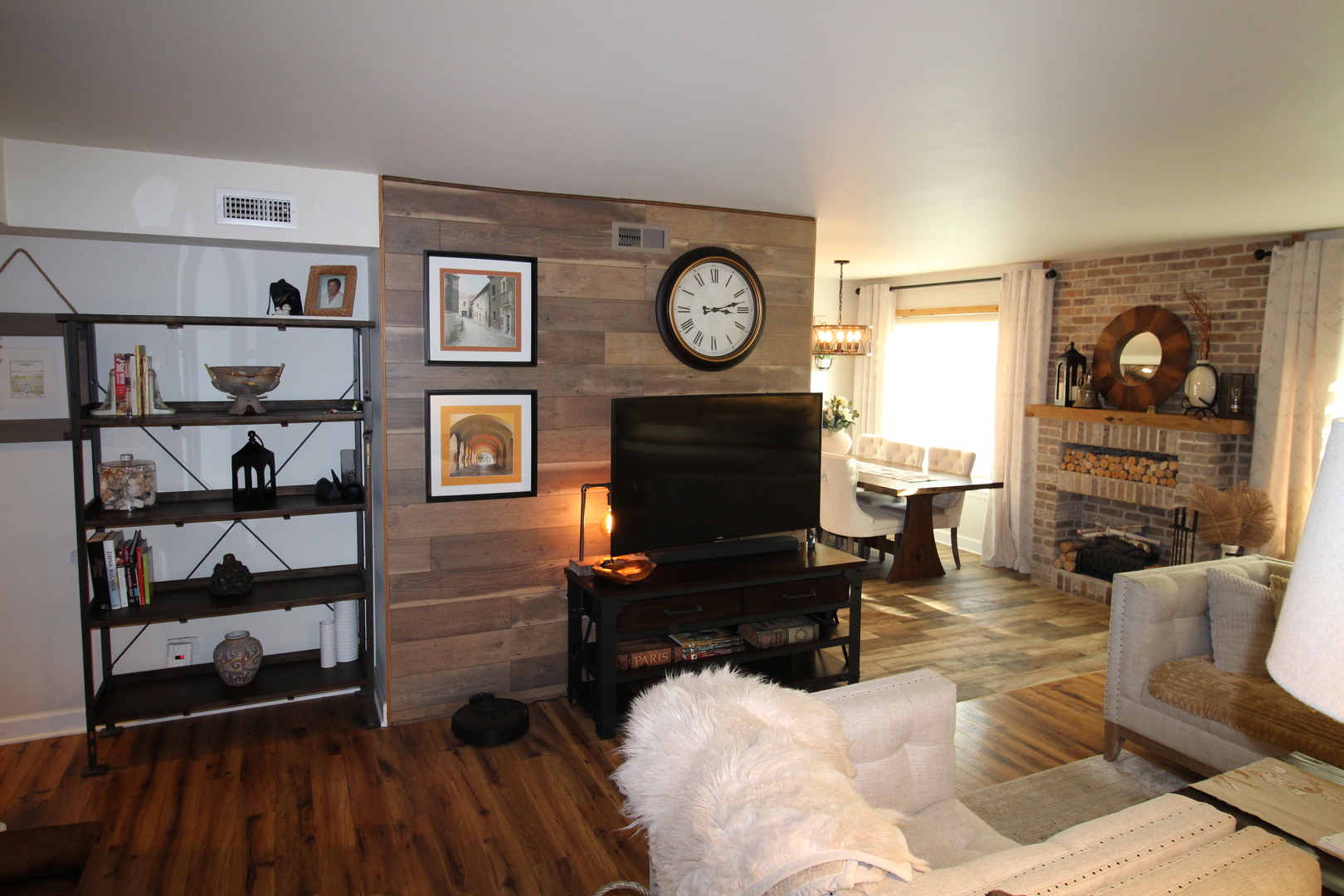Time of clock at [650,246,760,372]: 3:12
